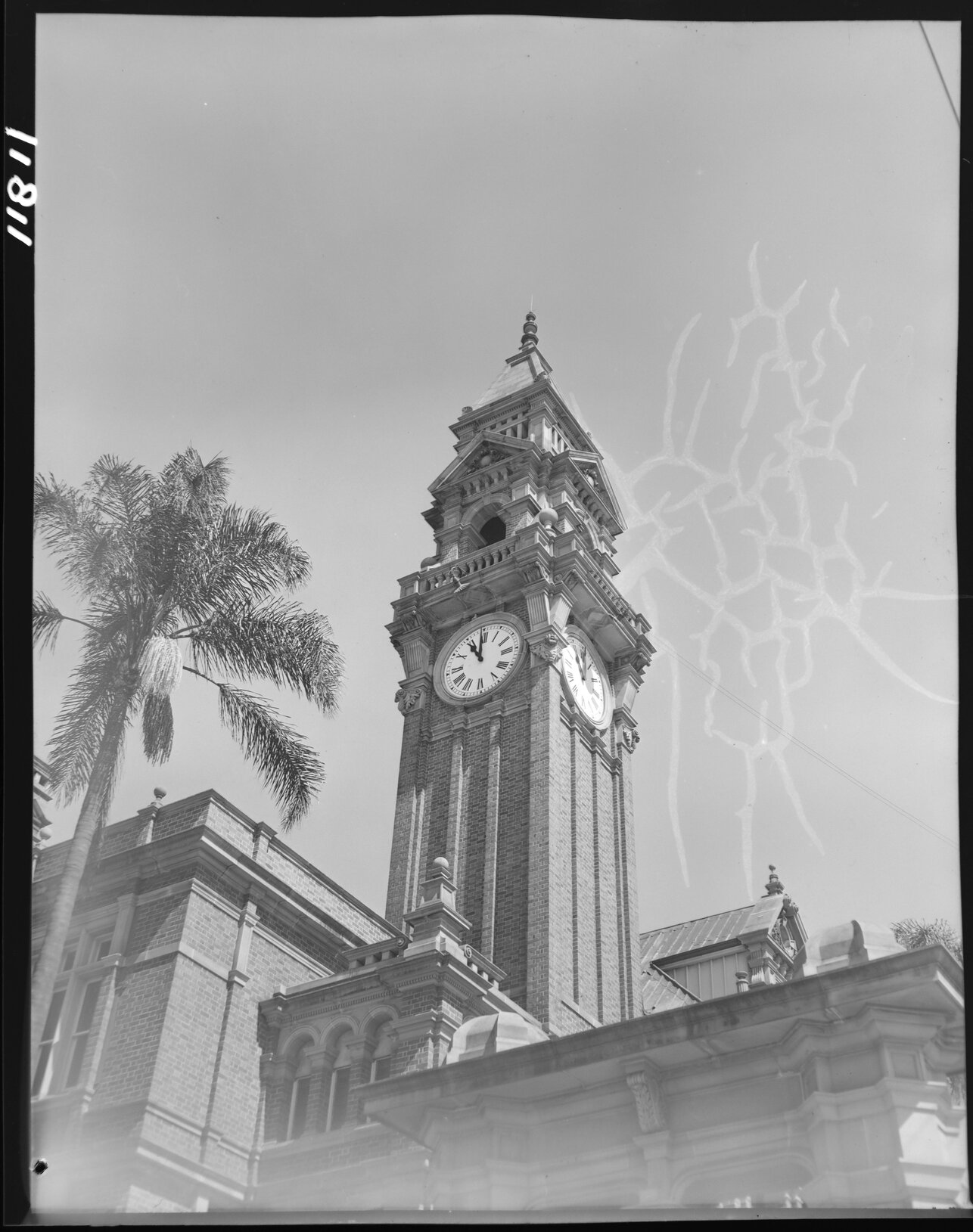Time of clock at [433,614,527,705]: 10:59
